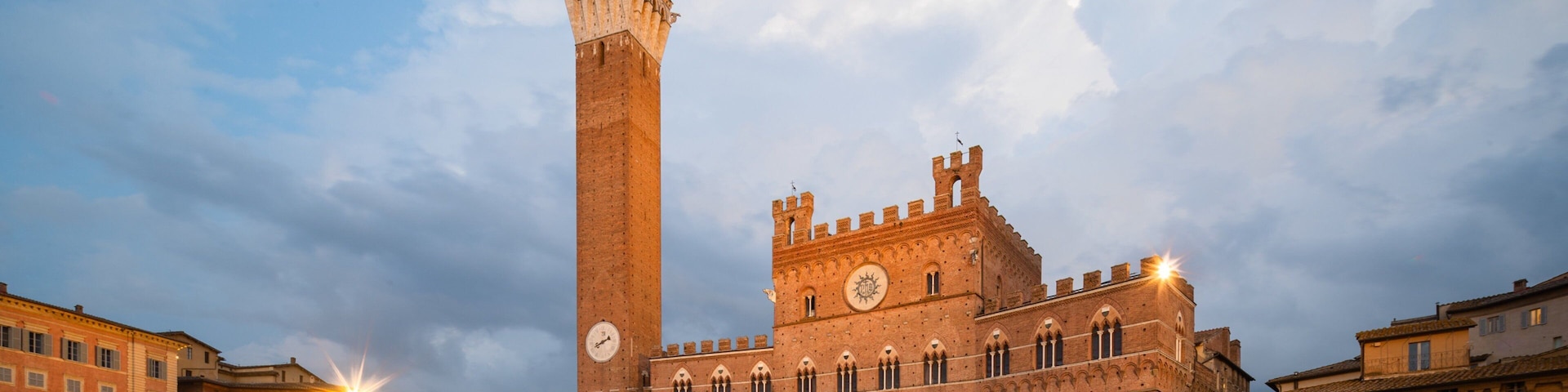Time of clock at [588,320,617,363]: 8:11
